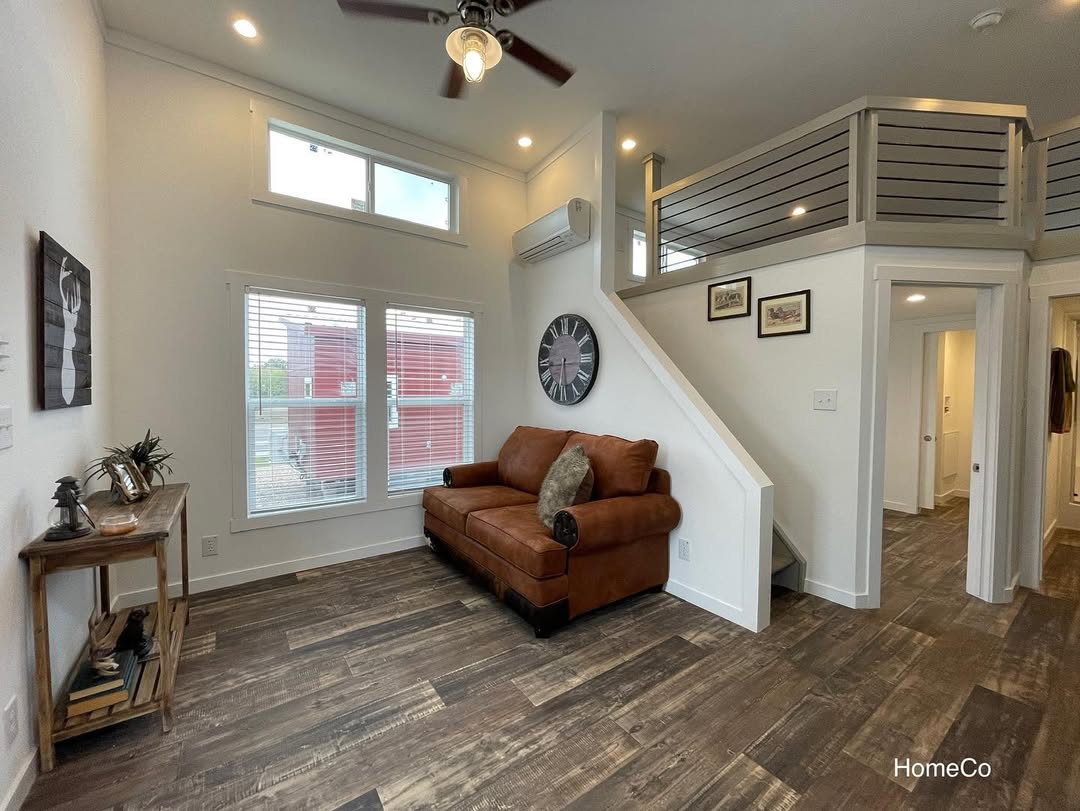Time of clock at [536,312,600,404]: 5:44
